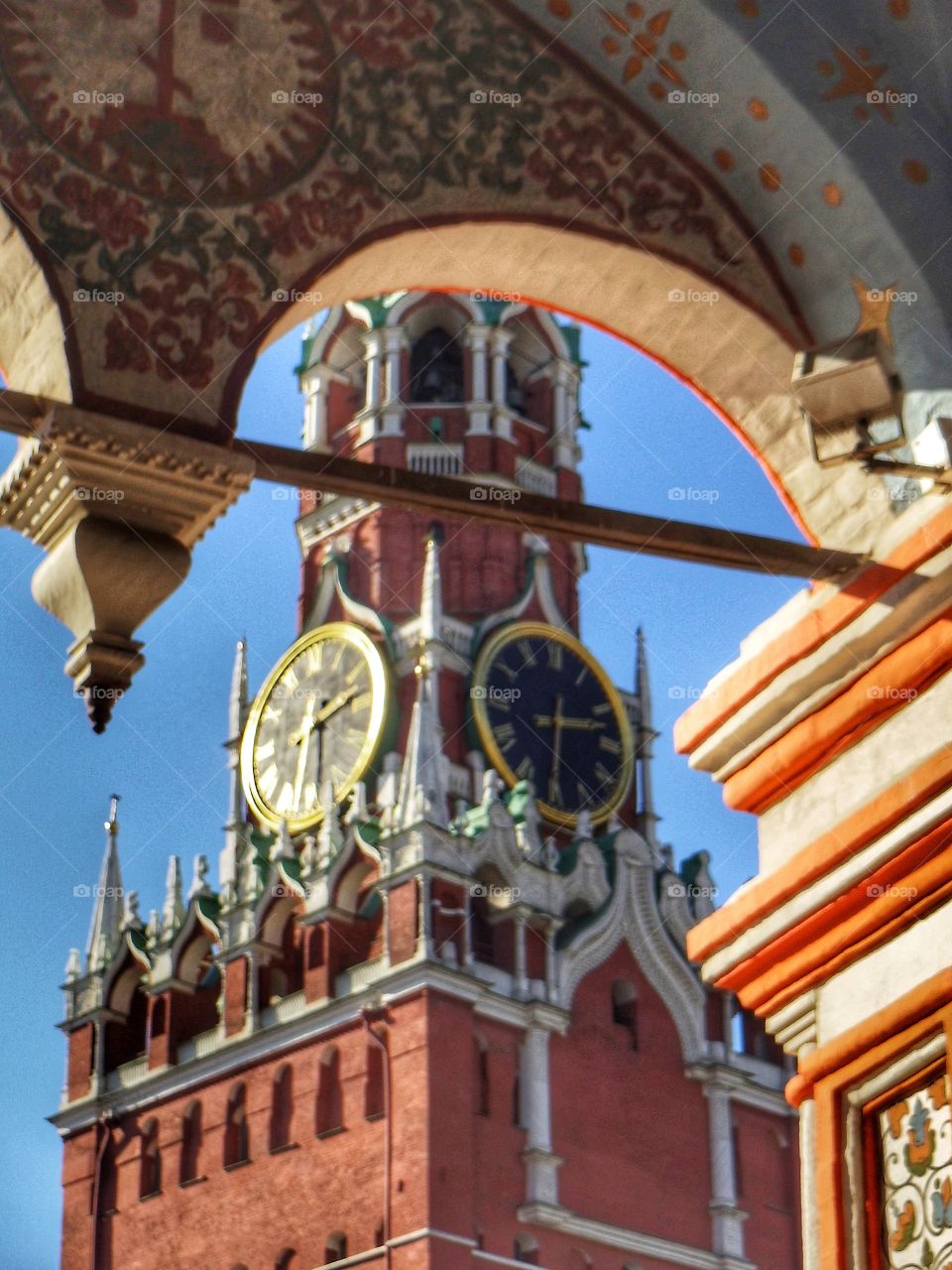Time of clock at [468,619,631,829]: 2:30
